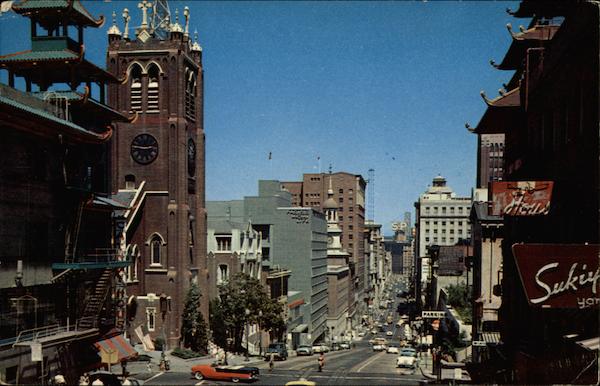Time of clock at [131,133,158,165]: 2:46
